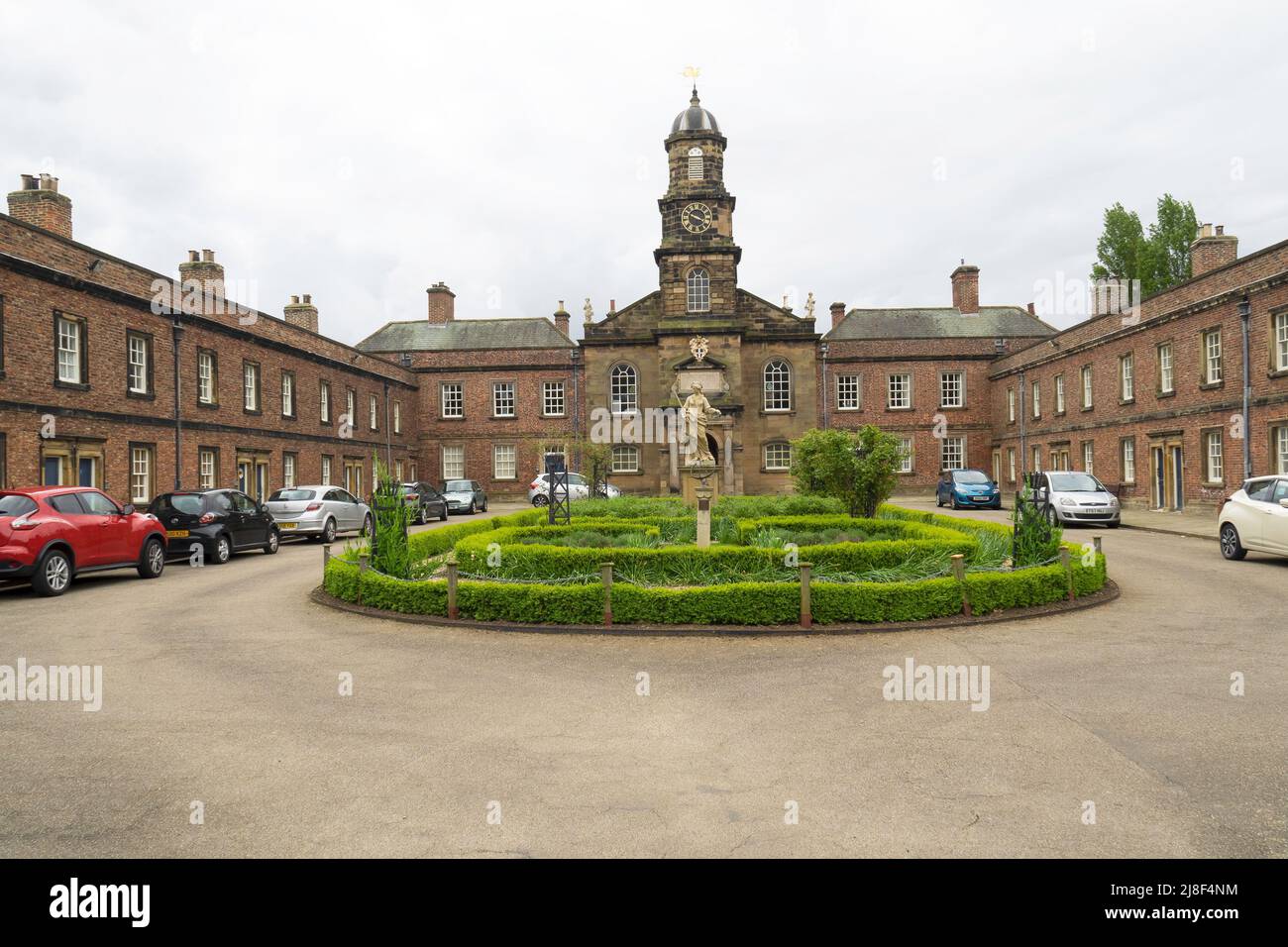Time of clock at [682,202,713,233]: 3:48
